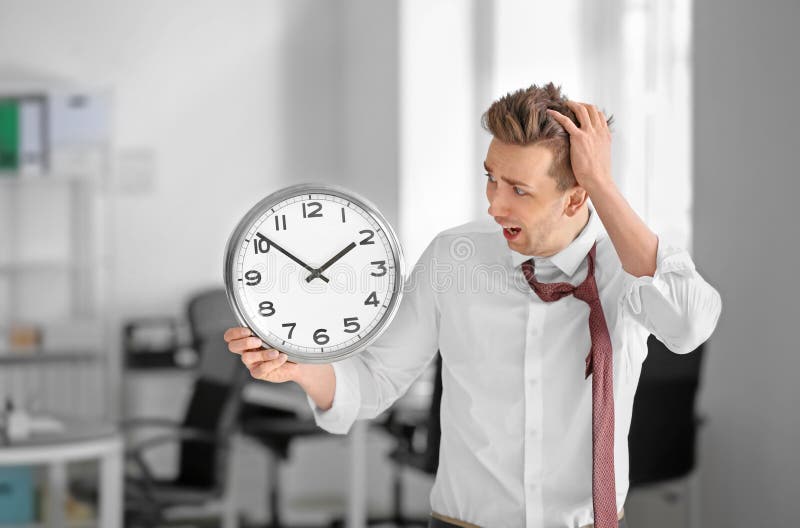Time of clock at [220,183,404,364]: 1:51
